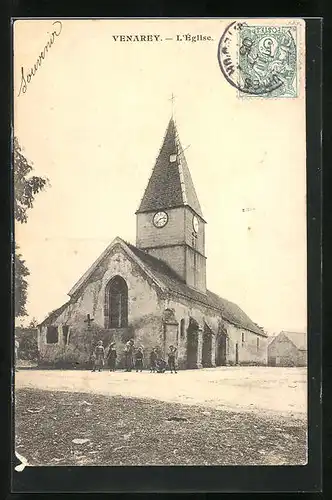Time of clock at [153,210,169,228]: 2:38
